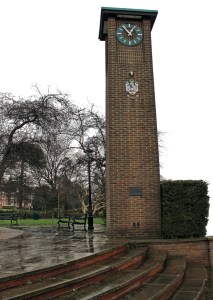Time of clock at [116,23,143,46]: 12:52
